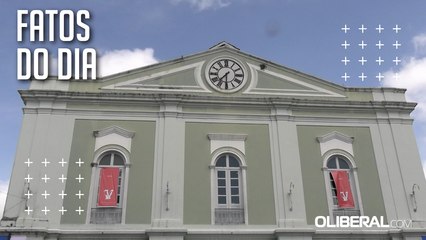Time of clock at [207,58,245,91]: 7:30
